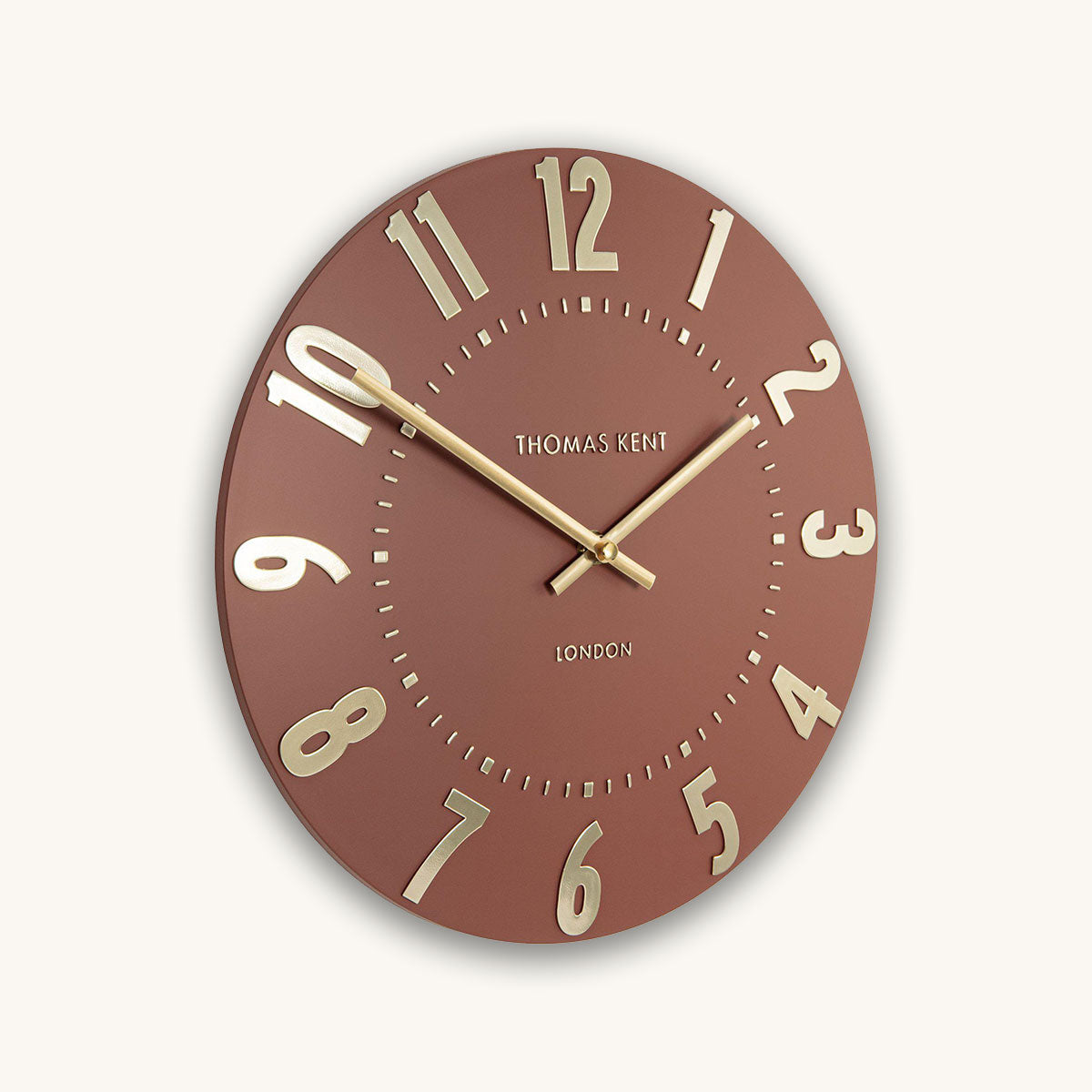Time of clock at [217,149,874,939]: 1:50
